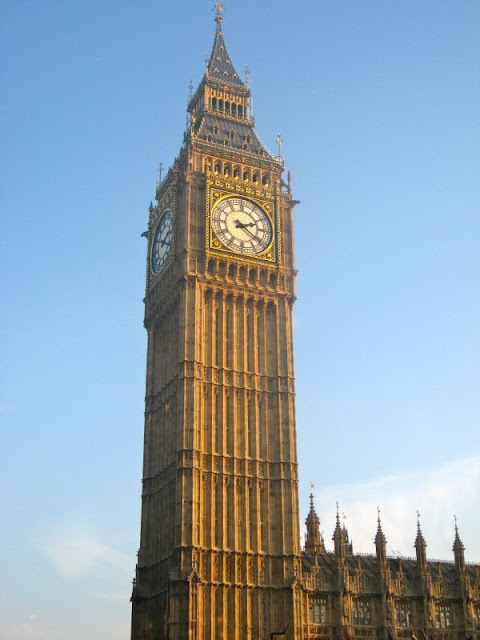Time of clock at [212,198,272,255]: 2:21
